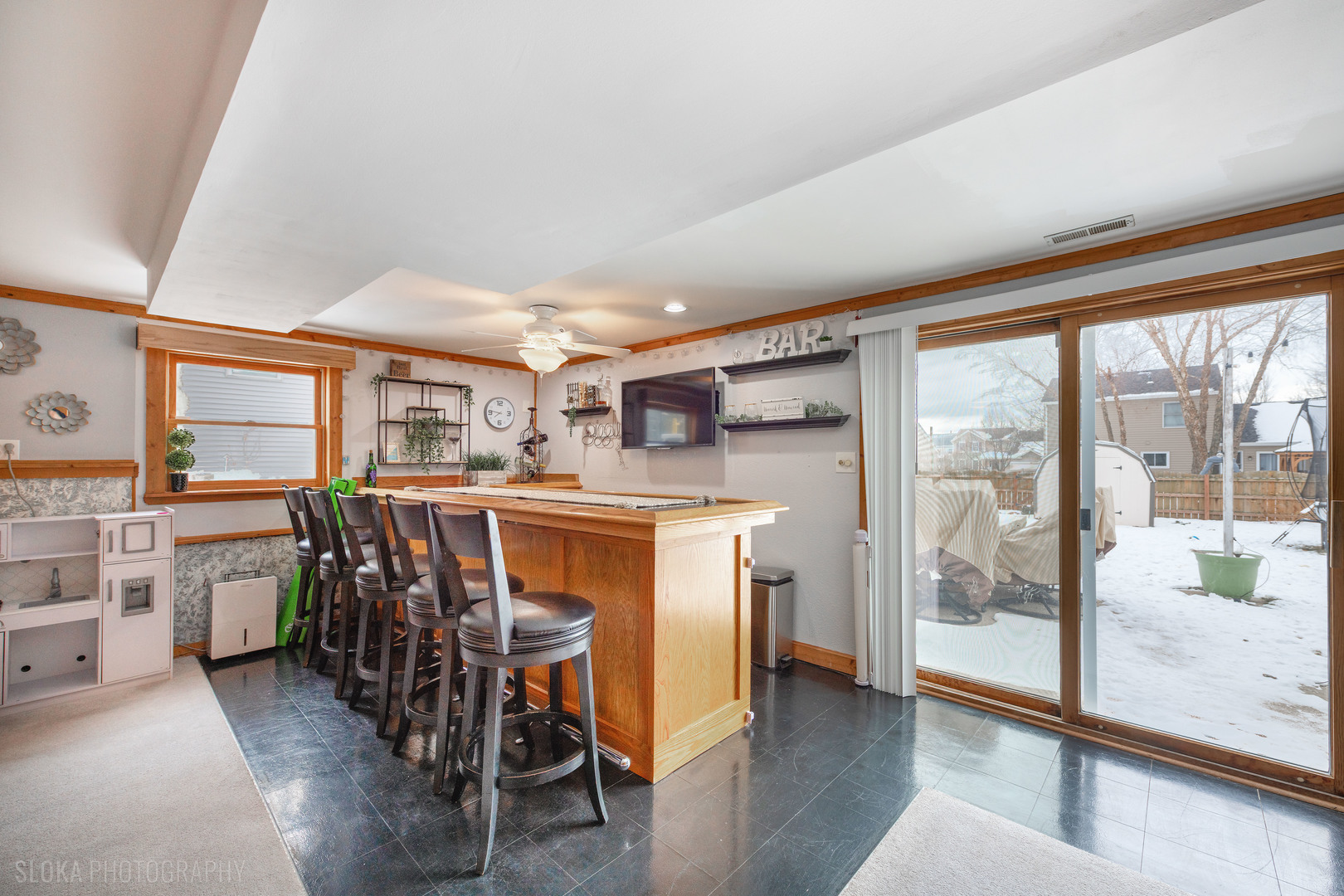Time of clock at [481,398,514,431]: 7:46
